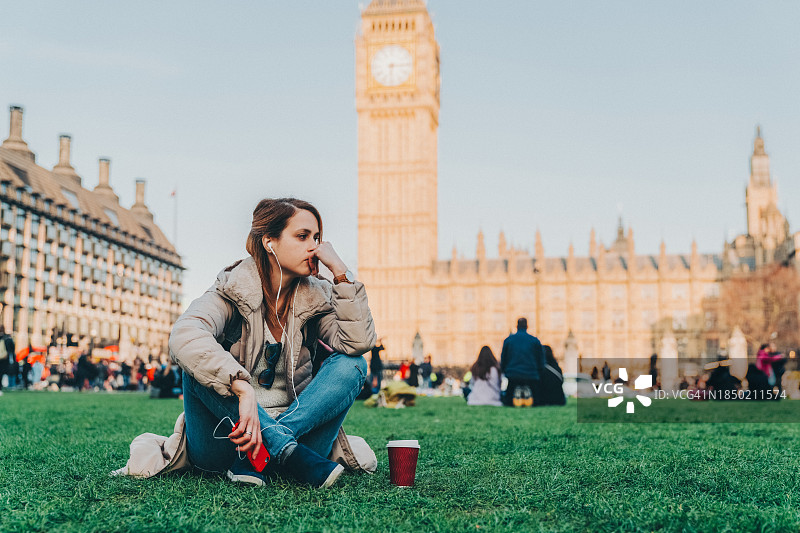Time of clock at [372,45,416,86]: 6:14
